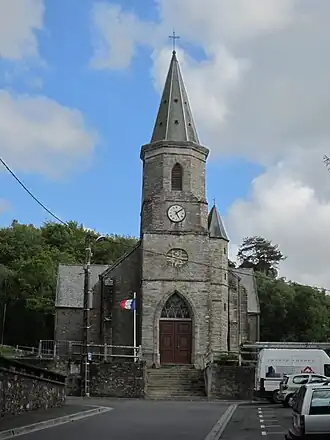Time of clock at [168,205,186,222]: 5:08
